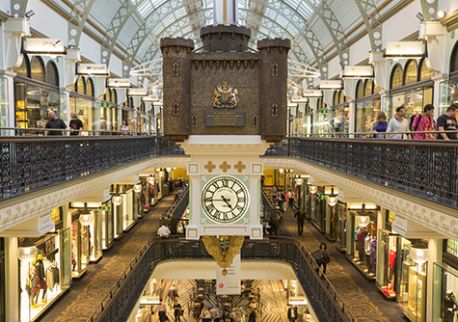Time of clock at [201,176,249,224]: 4:44
